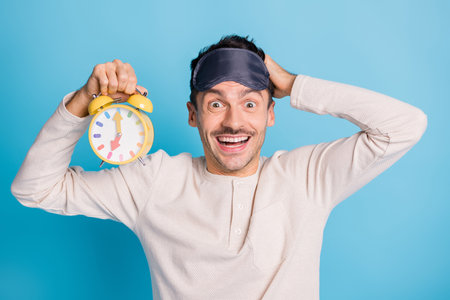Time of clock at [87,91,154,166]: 7:00
